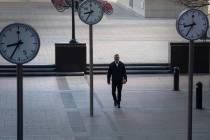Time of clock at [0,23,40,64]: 8:35
